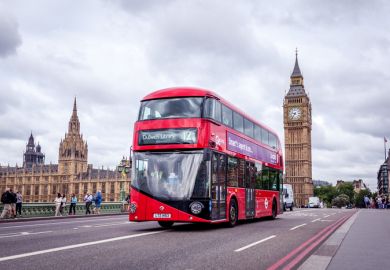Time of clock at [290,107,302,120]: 9:36
